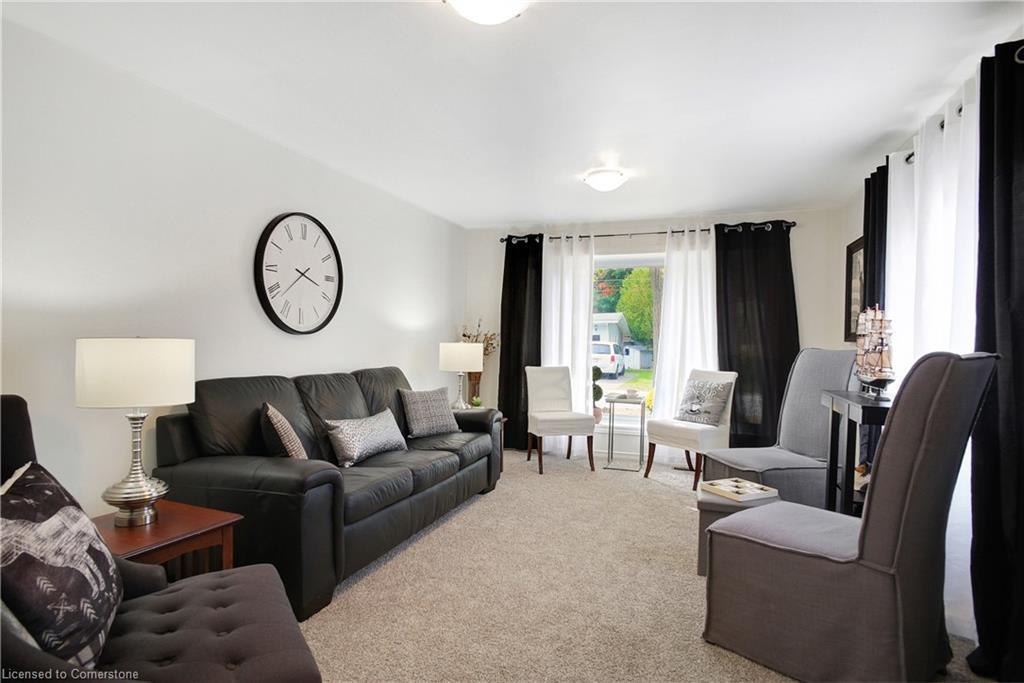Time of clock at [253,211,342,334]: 3:38
